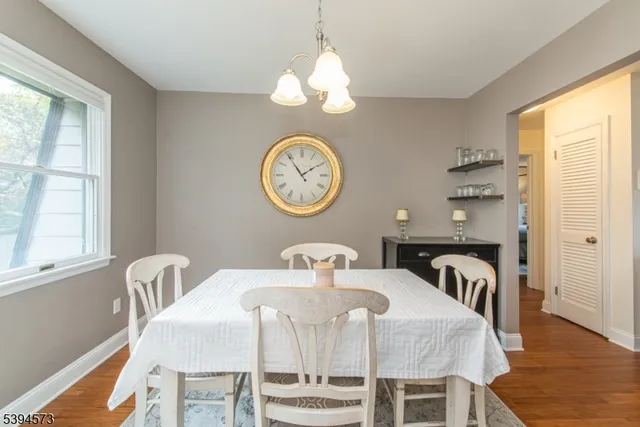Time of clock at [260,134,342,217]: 1:54
